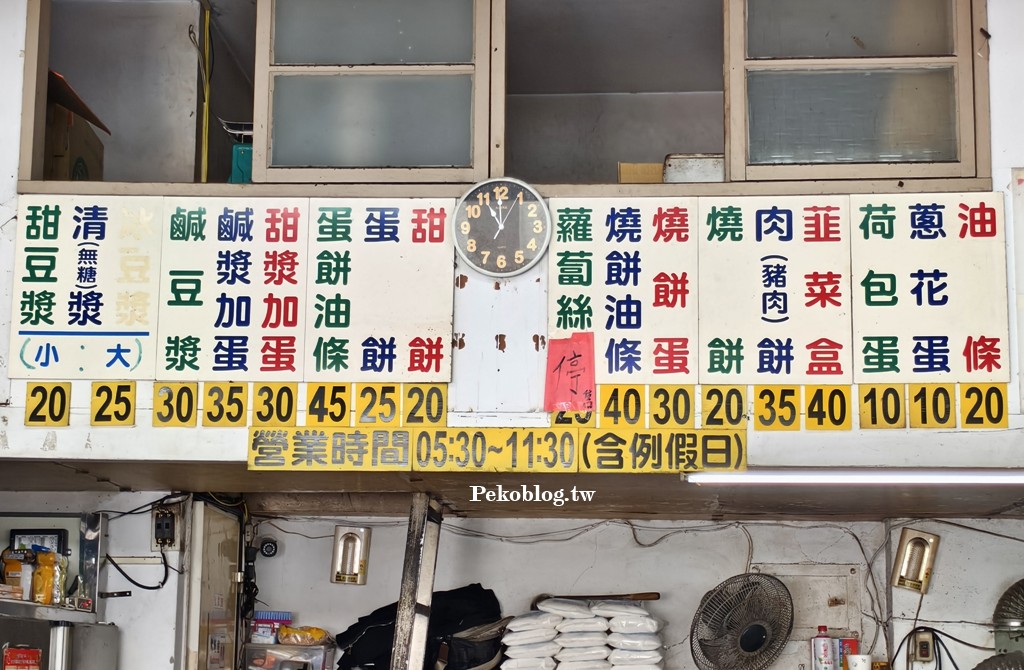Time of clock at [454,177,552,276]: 10:59
